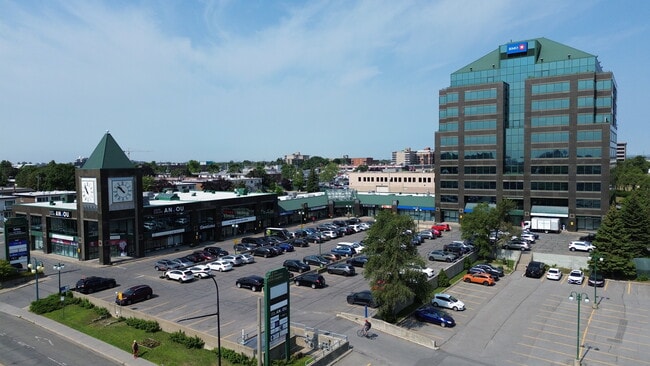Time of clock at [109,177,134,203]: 10:52
